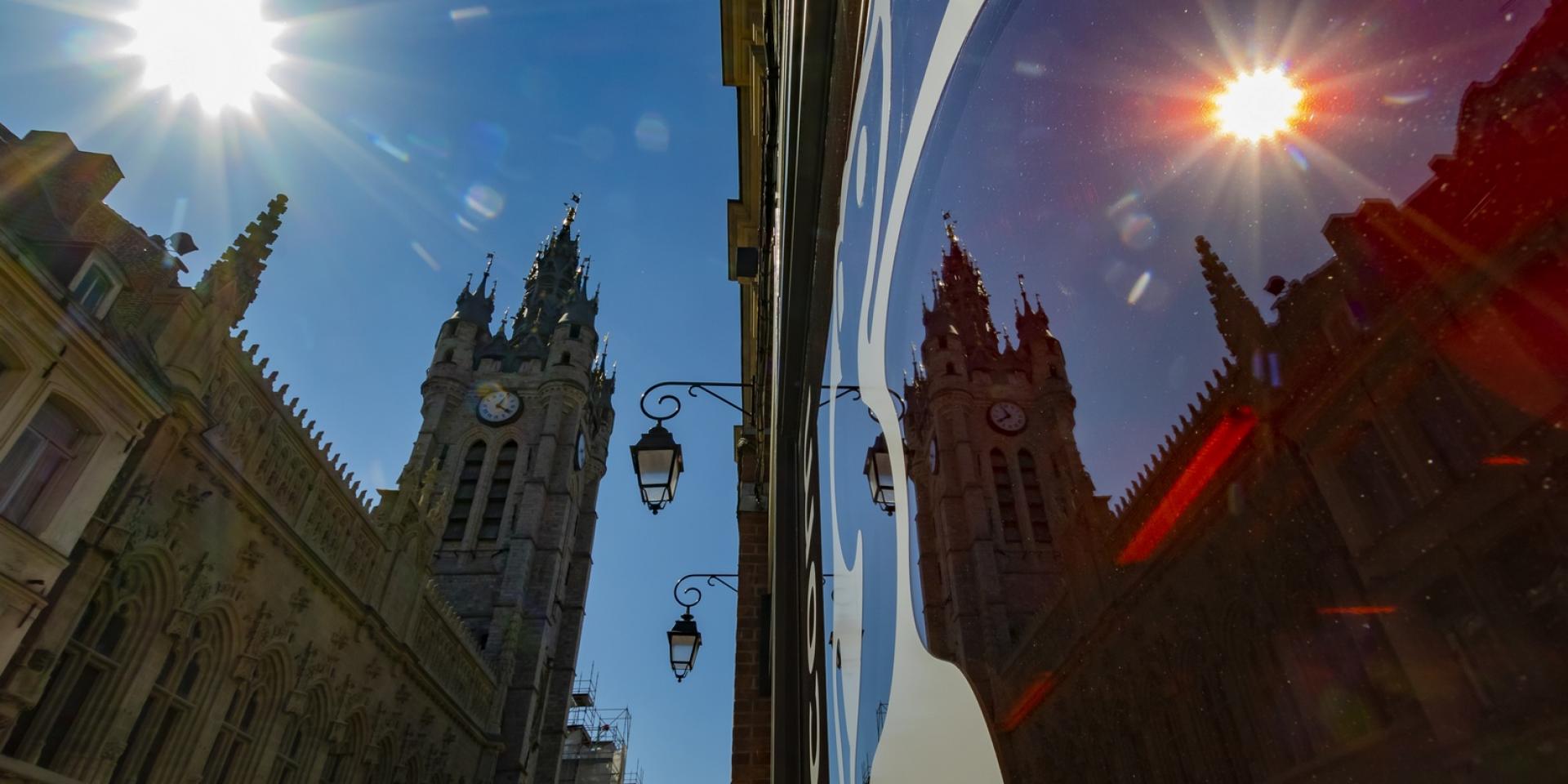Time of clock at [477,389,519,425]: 4:04
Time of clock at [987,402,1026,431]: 7:55
